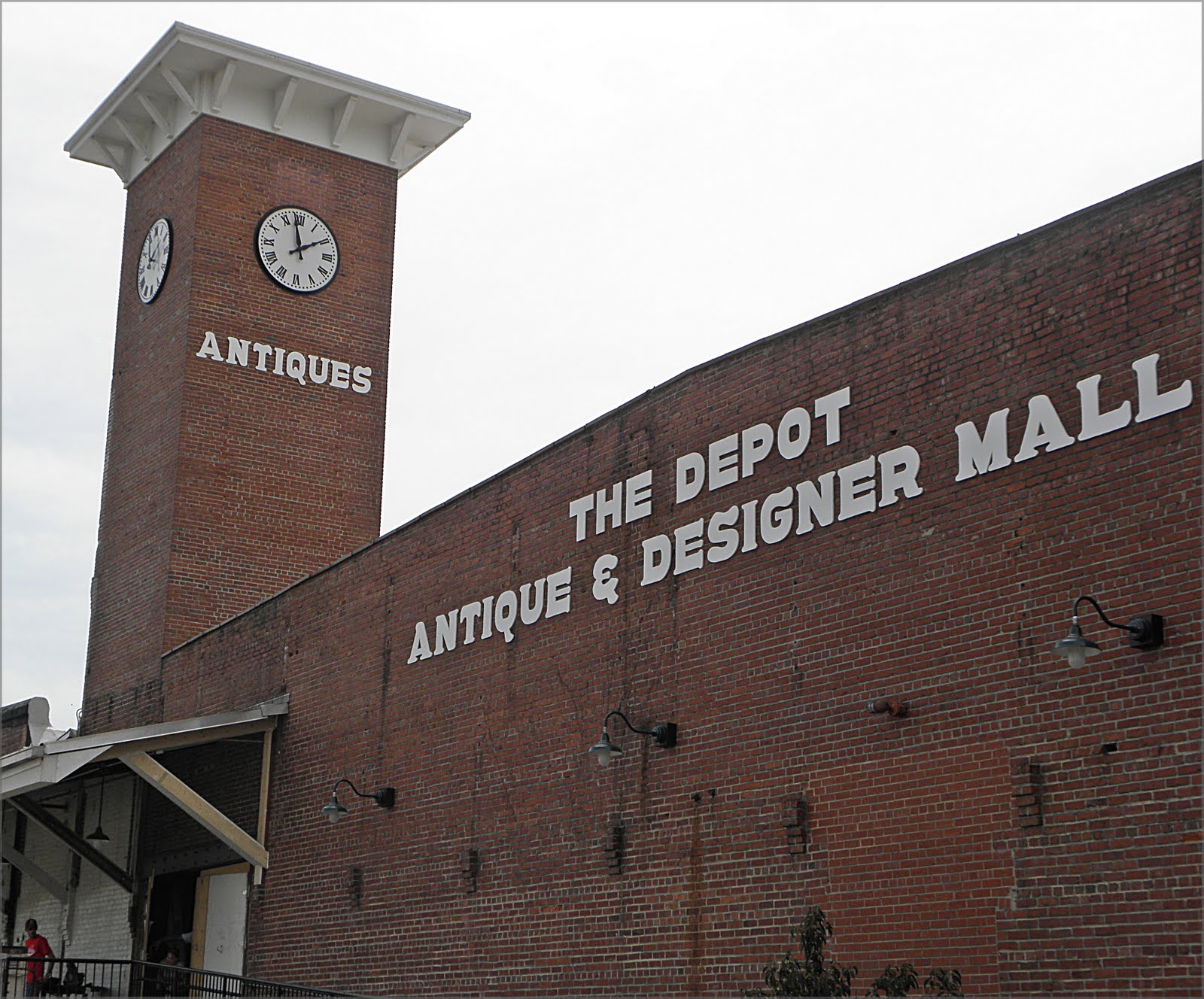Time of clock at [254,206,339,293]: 1:58
